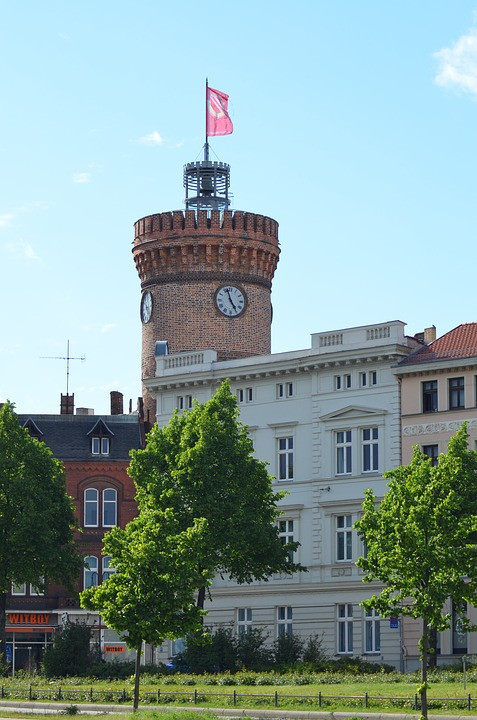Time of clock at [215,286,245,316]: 4:57
